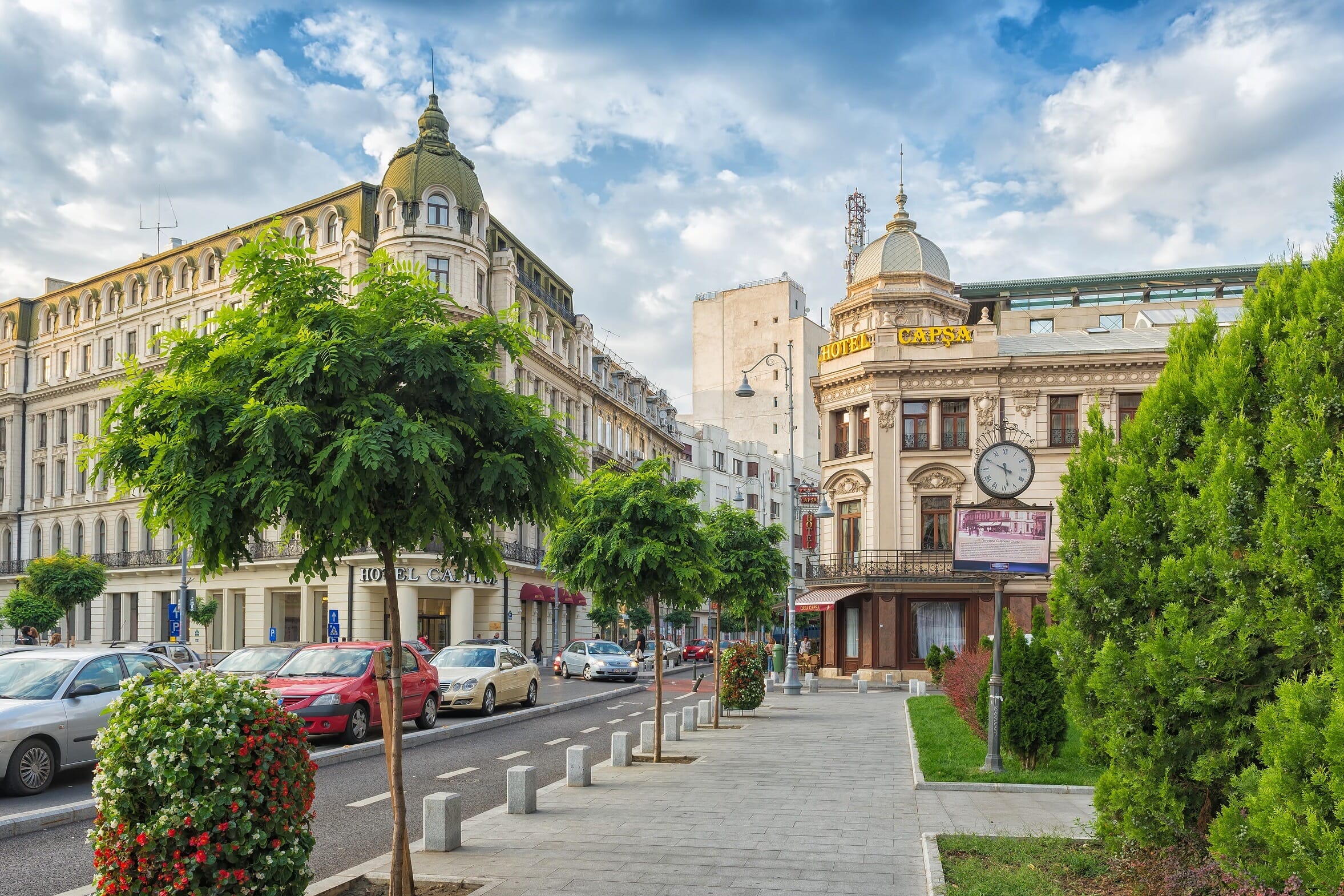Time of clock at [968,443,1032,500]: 5:49
